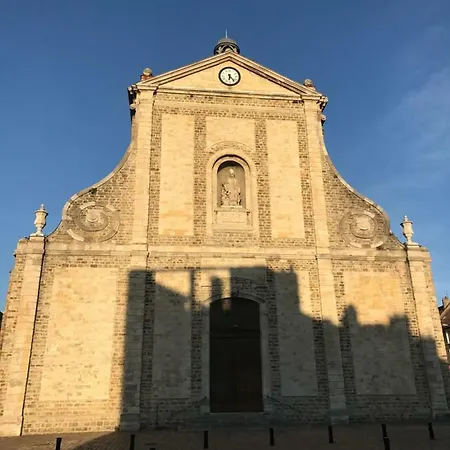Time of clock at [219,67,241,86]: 6:23
